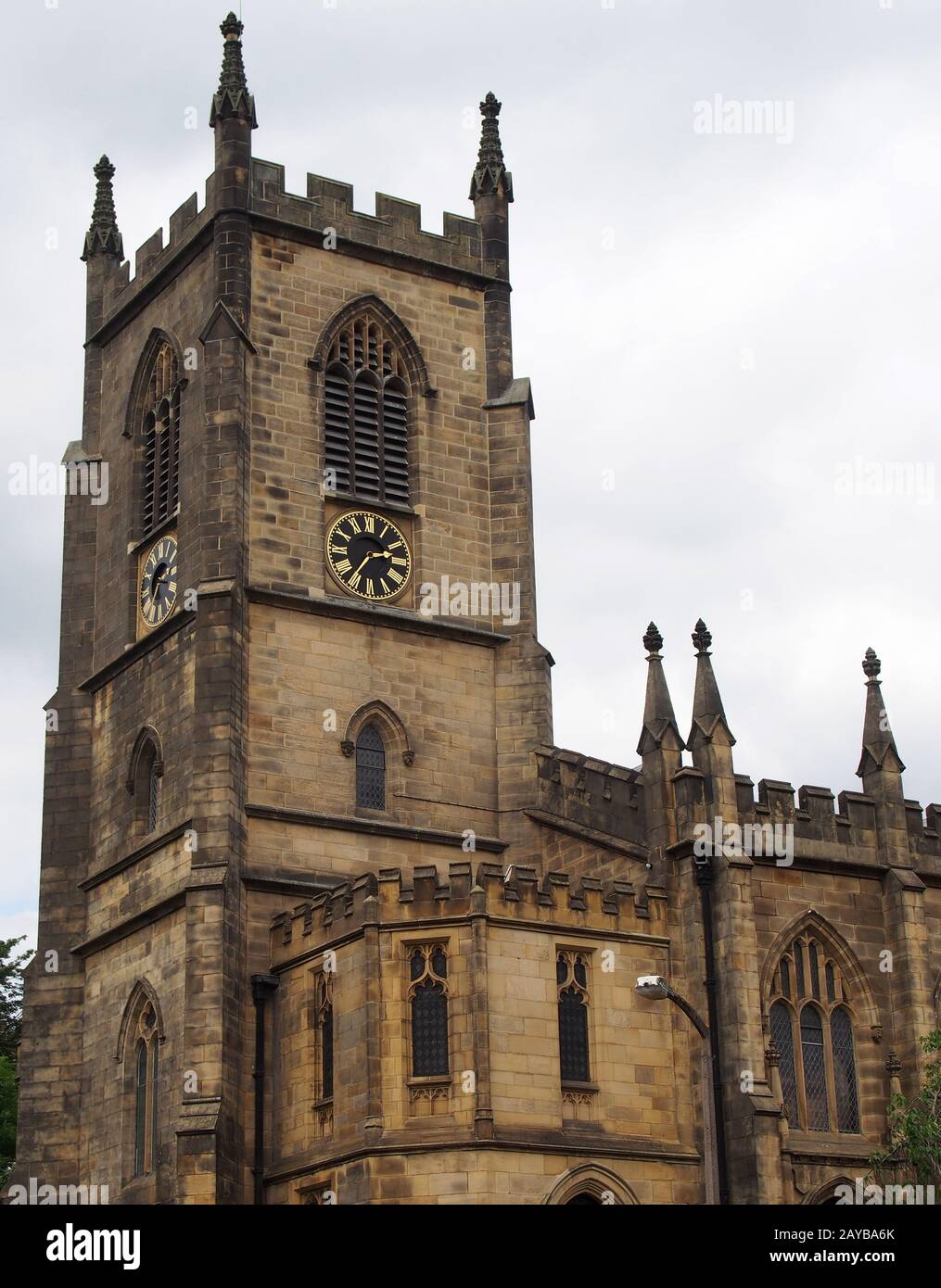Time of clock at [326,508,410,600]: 2:36
